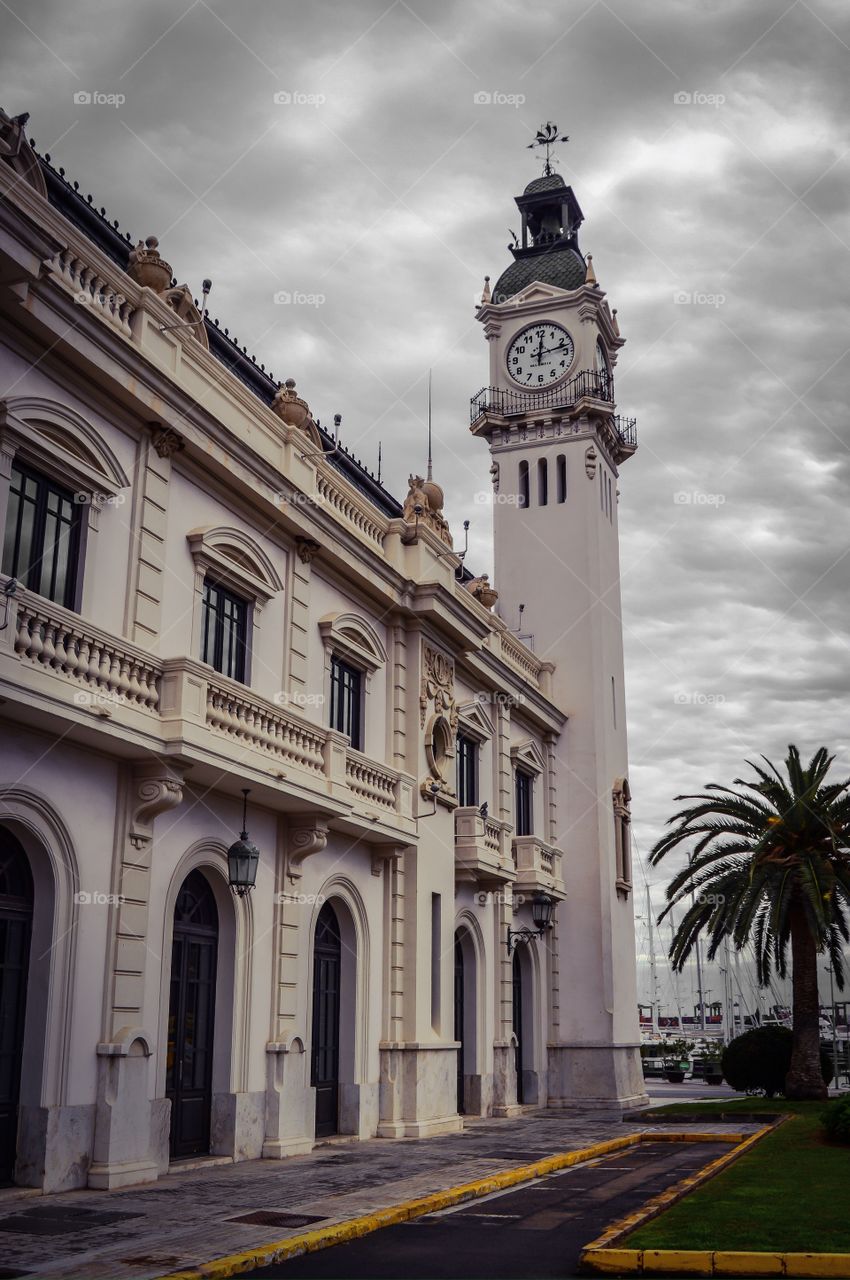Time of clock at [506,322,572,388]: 12:12
